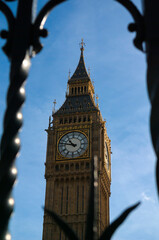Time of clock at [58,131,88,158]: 10:47
